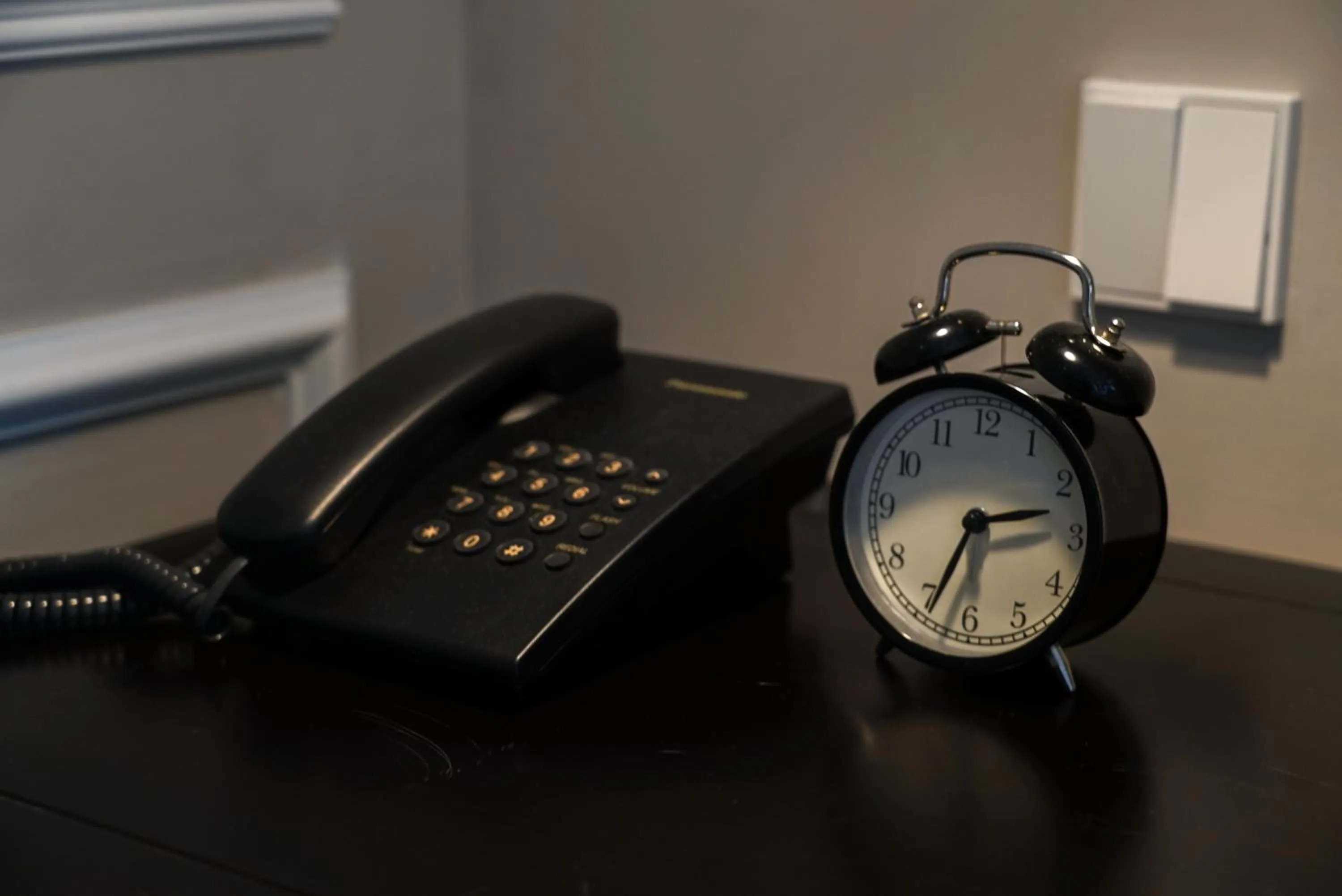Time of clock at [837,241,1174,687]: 2:33
